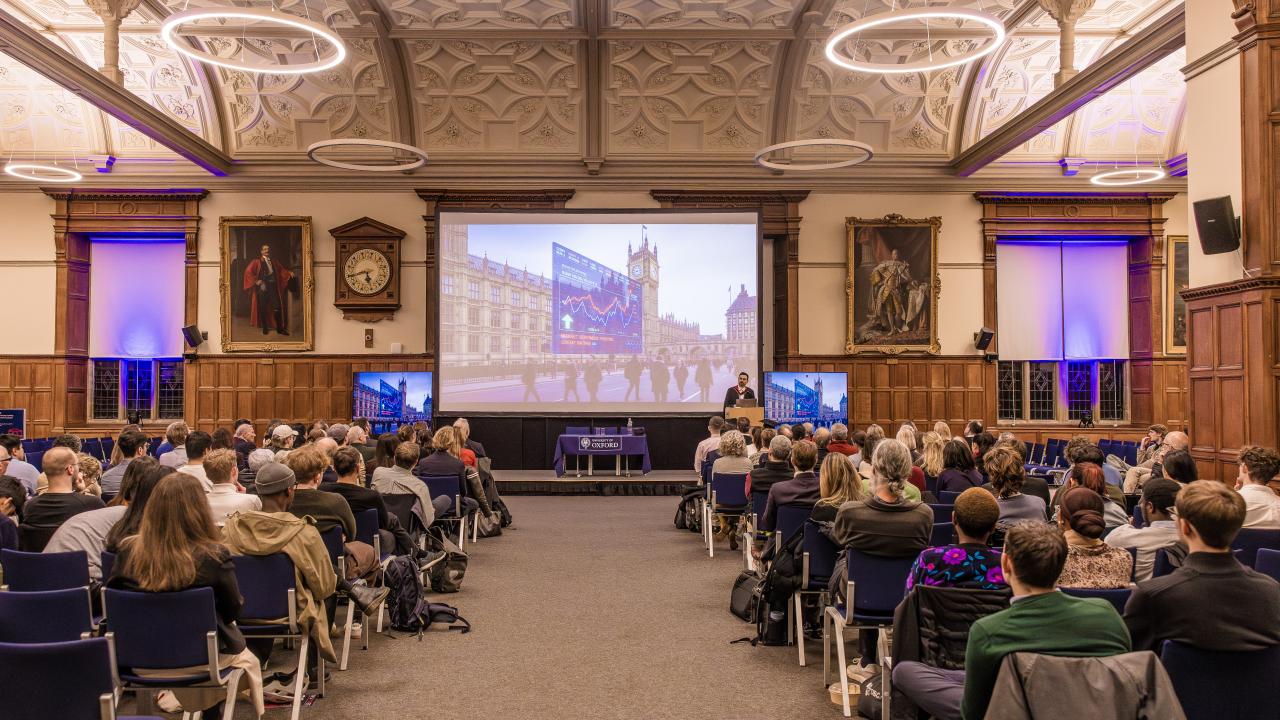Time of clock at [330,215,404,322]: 5:43
